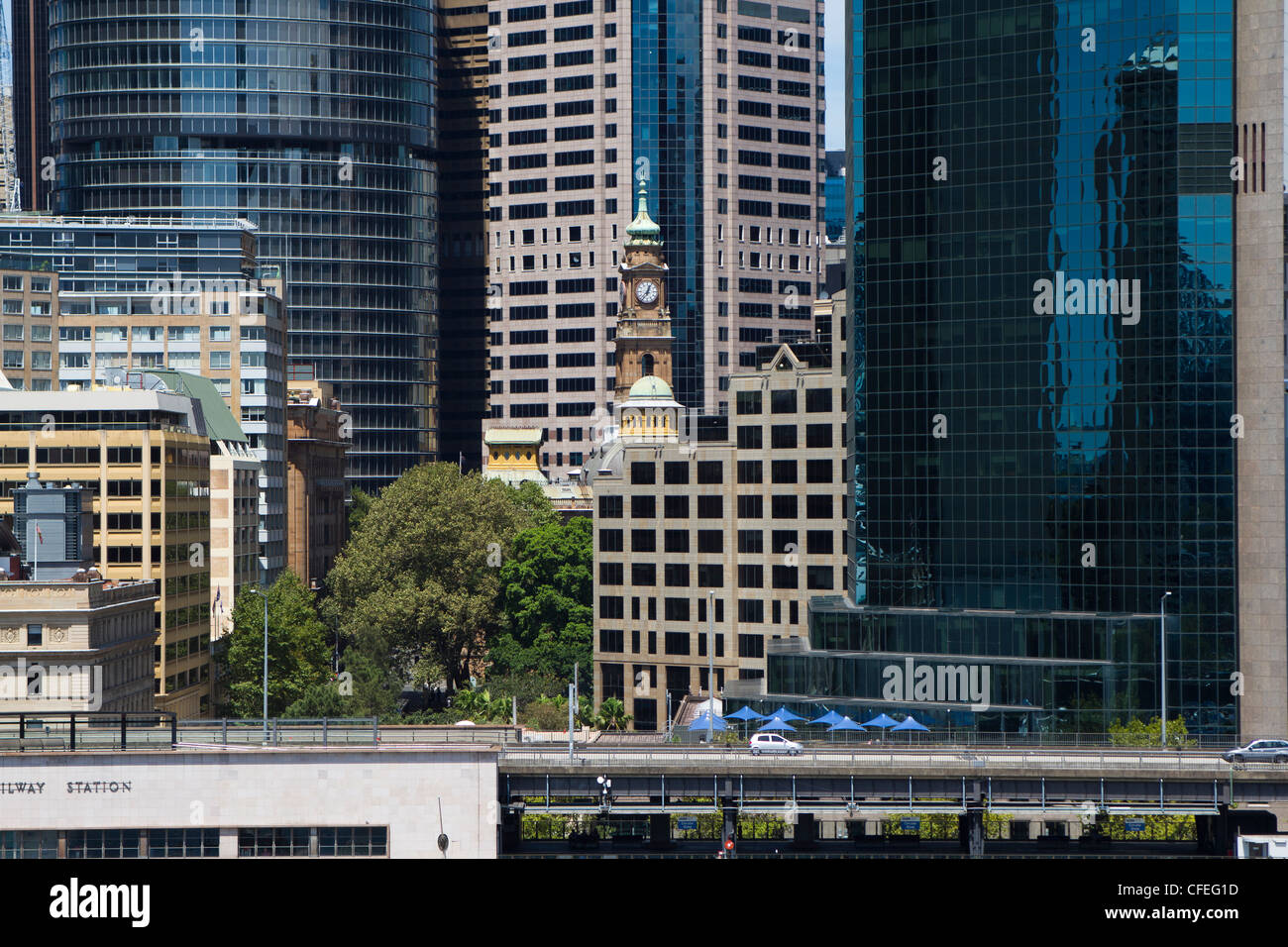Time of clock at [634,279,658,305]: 12:36
